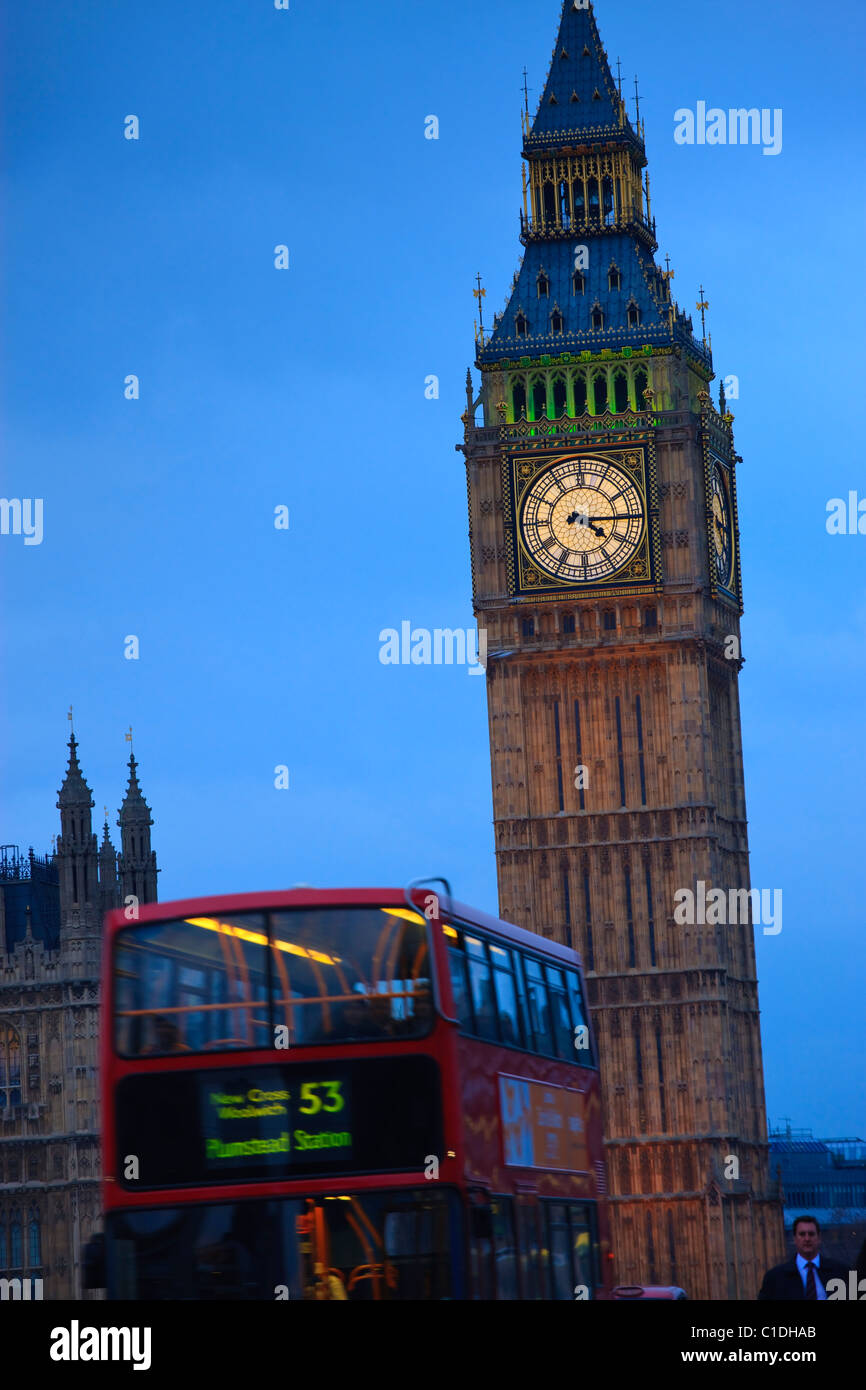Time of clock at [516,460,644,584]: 4:15
